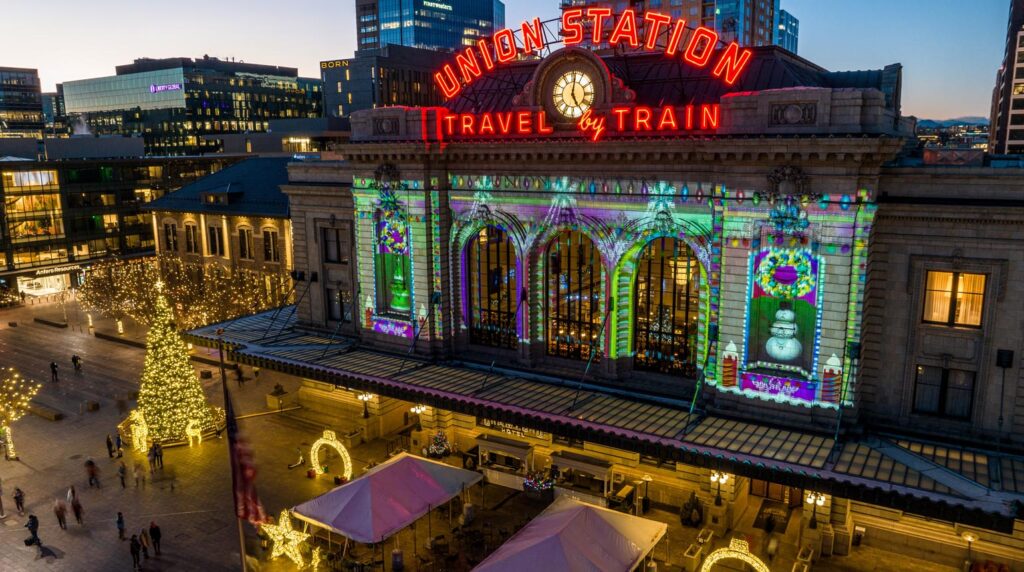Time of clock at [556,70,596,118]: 5:01
